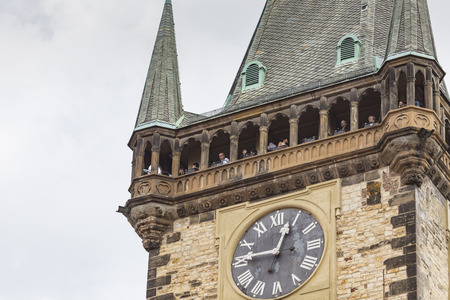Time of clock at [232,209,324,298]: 12:46
